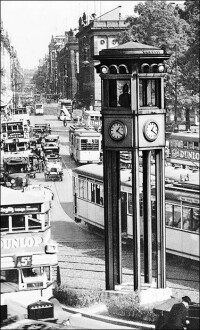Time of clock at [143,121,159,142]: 1:20
